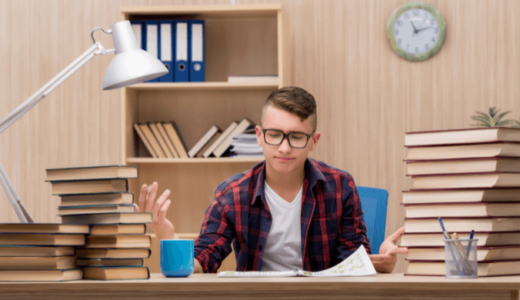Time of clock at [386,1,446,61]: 11:12
